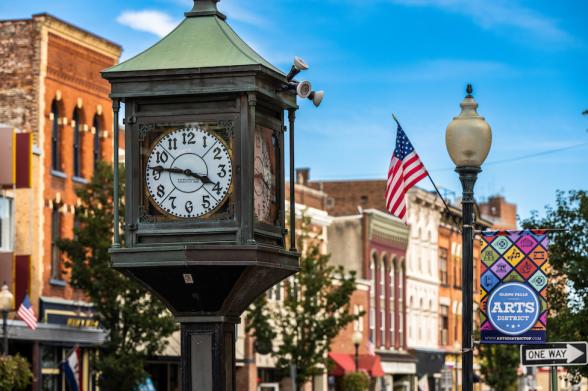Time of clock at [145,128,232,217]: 3:46
